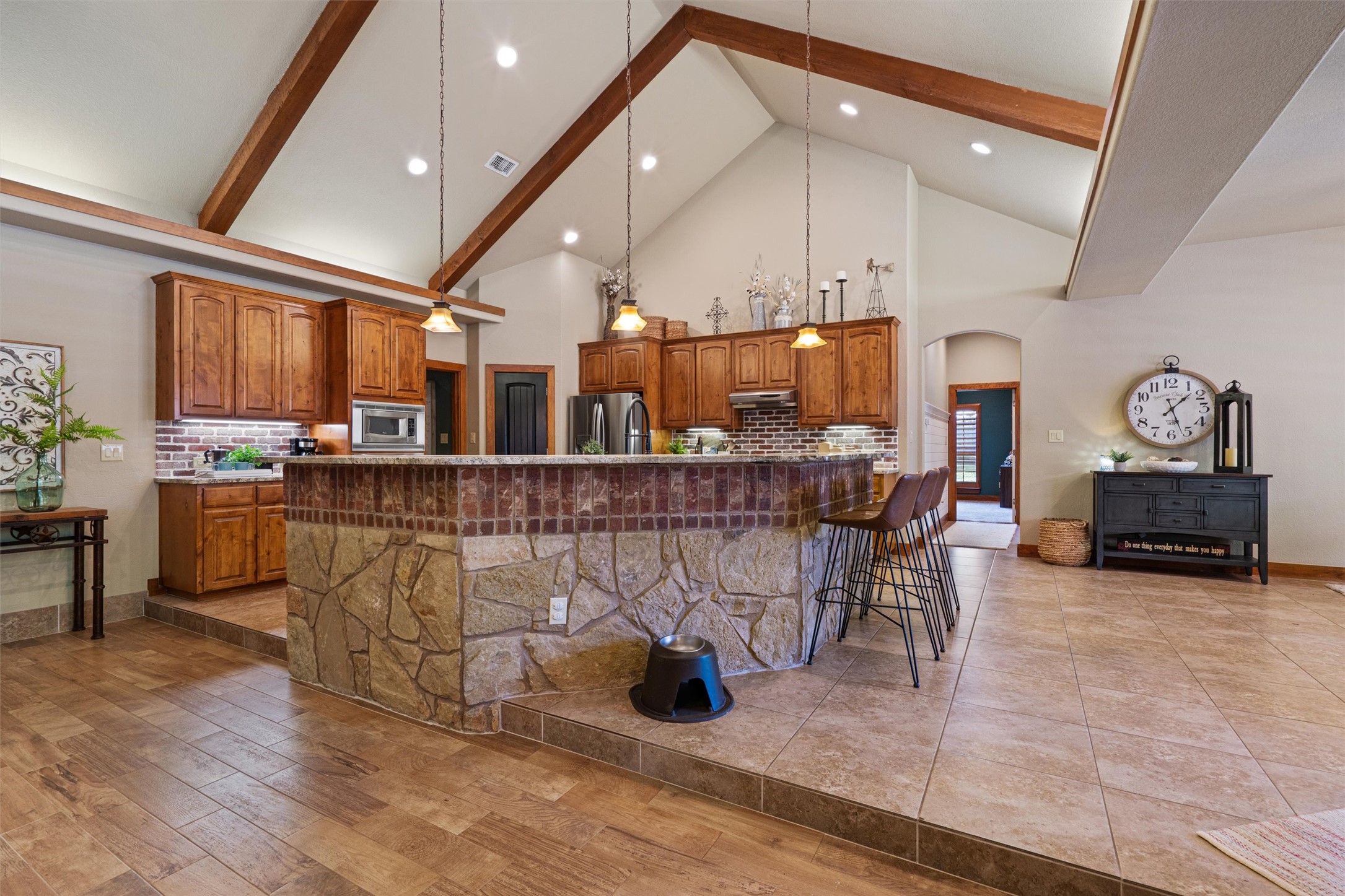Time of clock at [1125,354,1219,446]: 1:26
